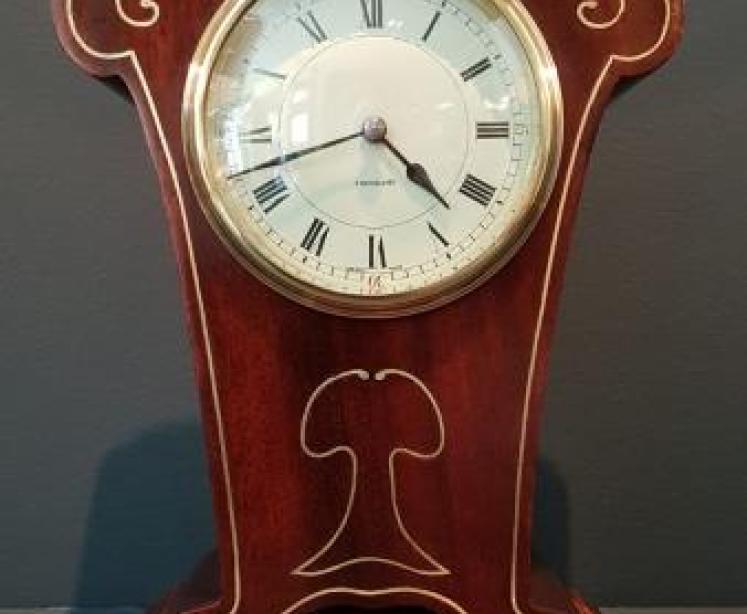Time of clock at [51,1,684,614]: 4:42
